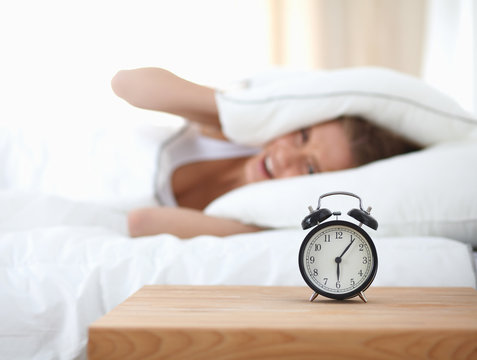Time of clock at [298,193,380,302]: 6:06
